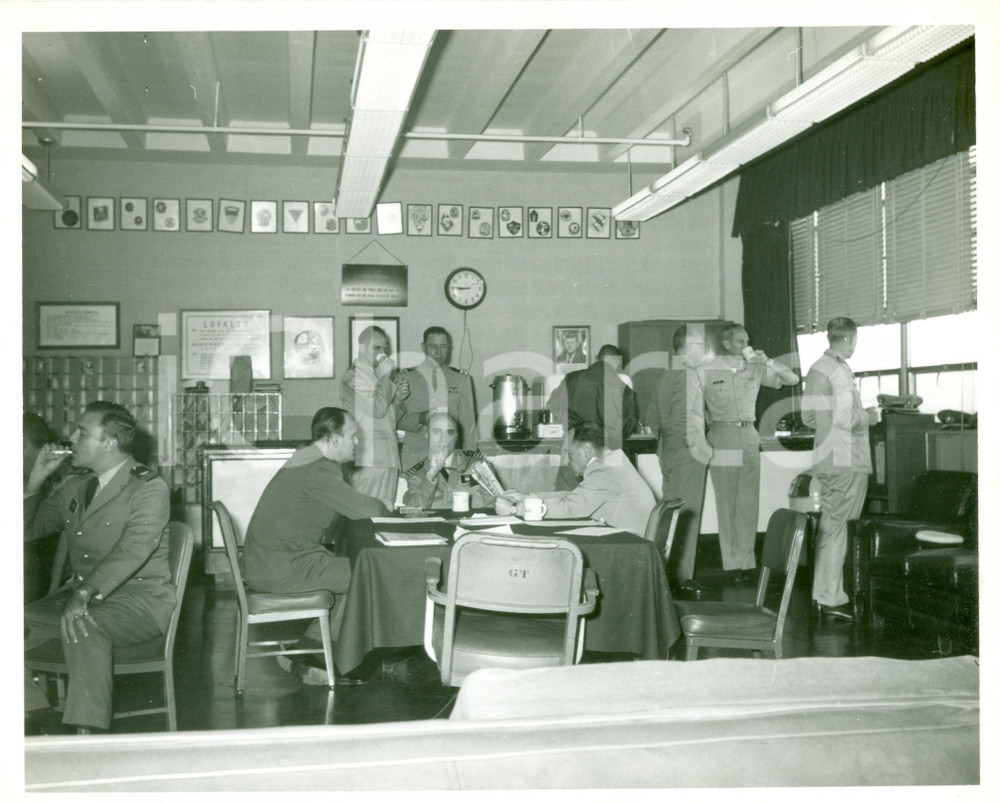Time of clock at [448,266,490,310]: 8:45
